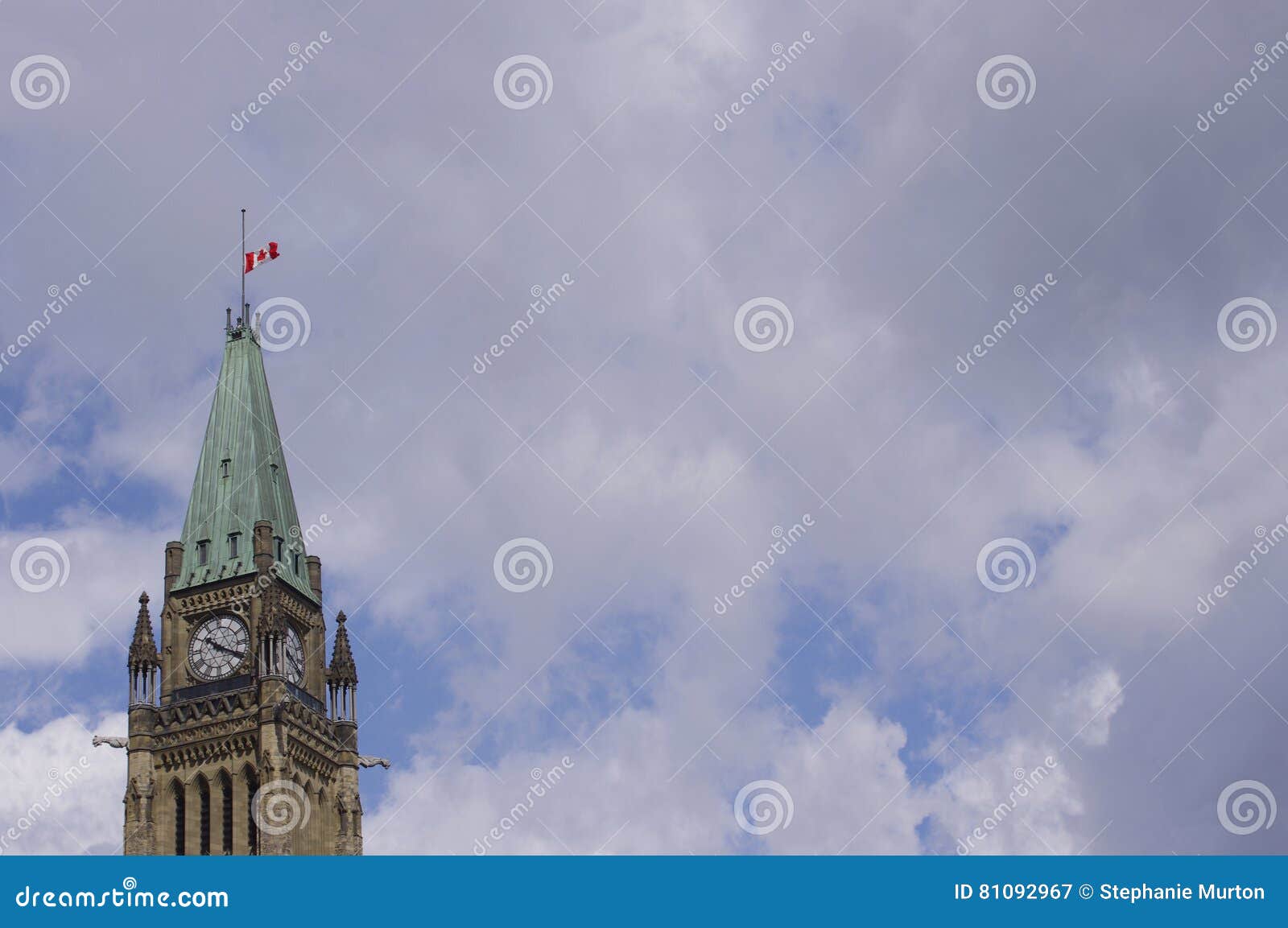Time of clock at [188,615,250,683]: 10:19
